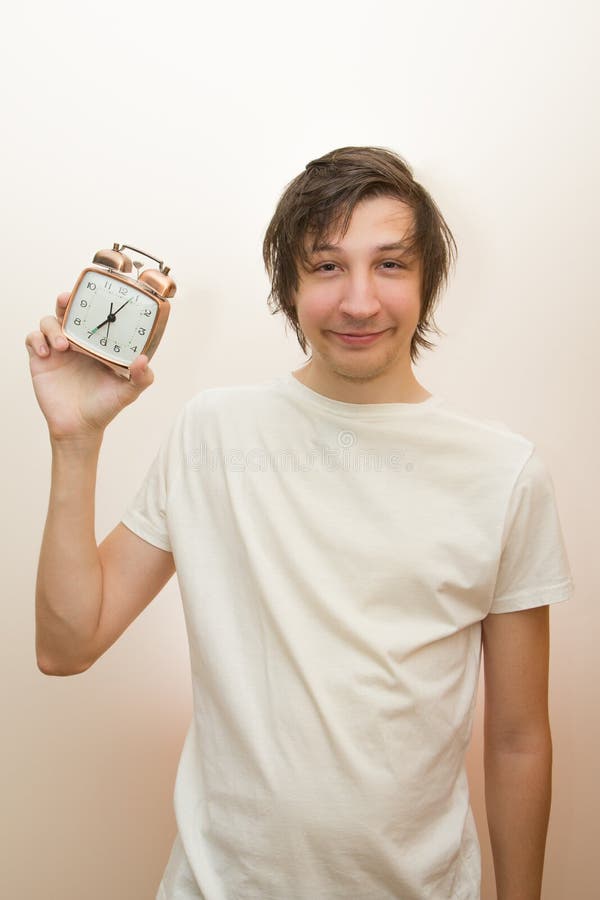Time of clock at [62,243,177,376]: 7:04
